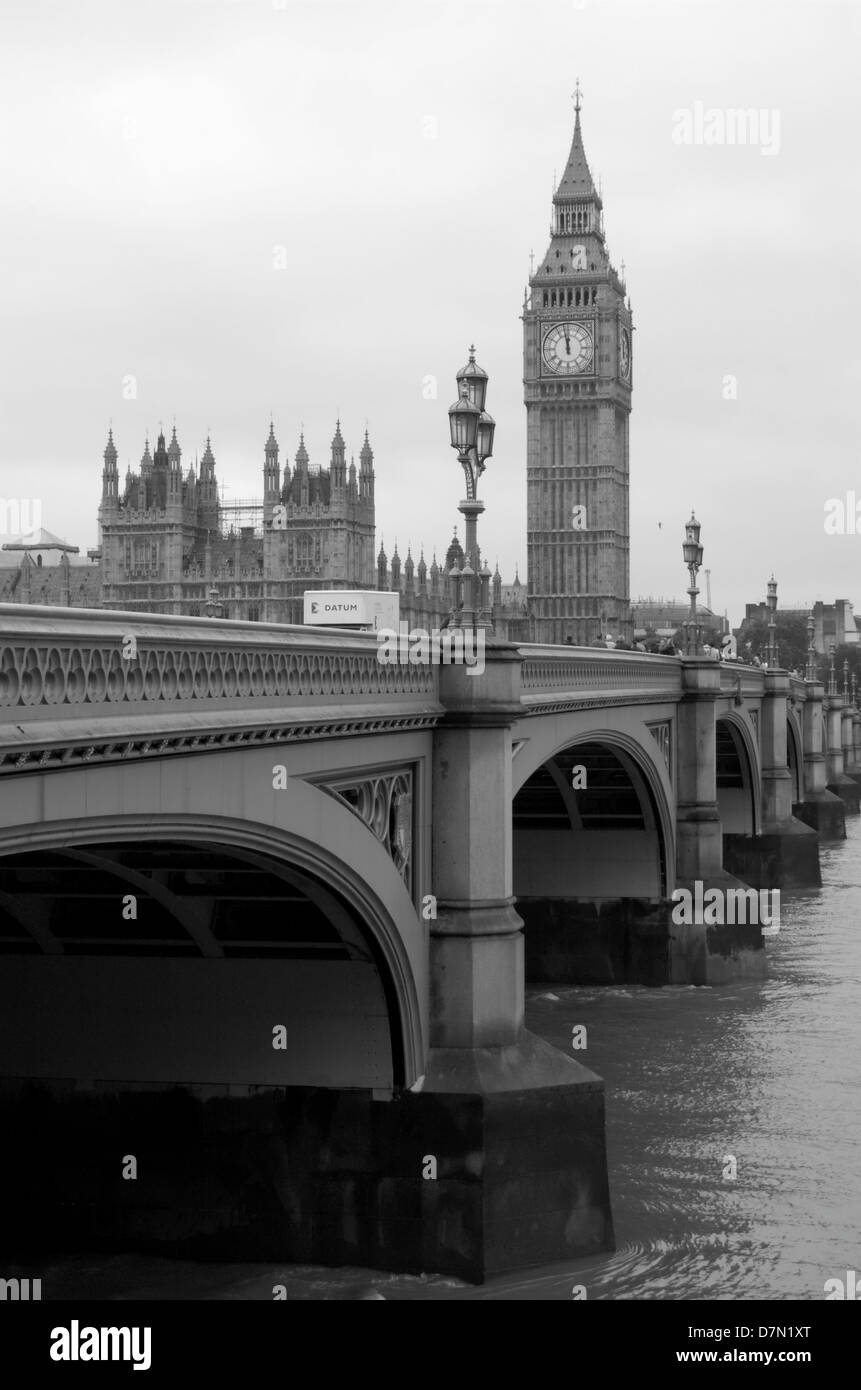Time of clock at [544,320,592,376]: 11:58
